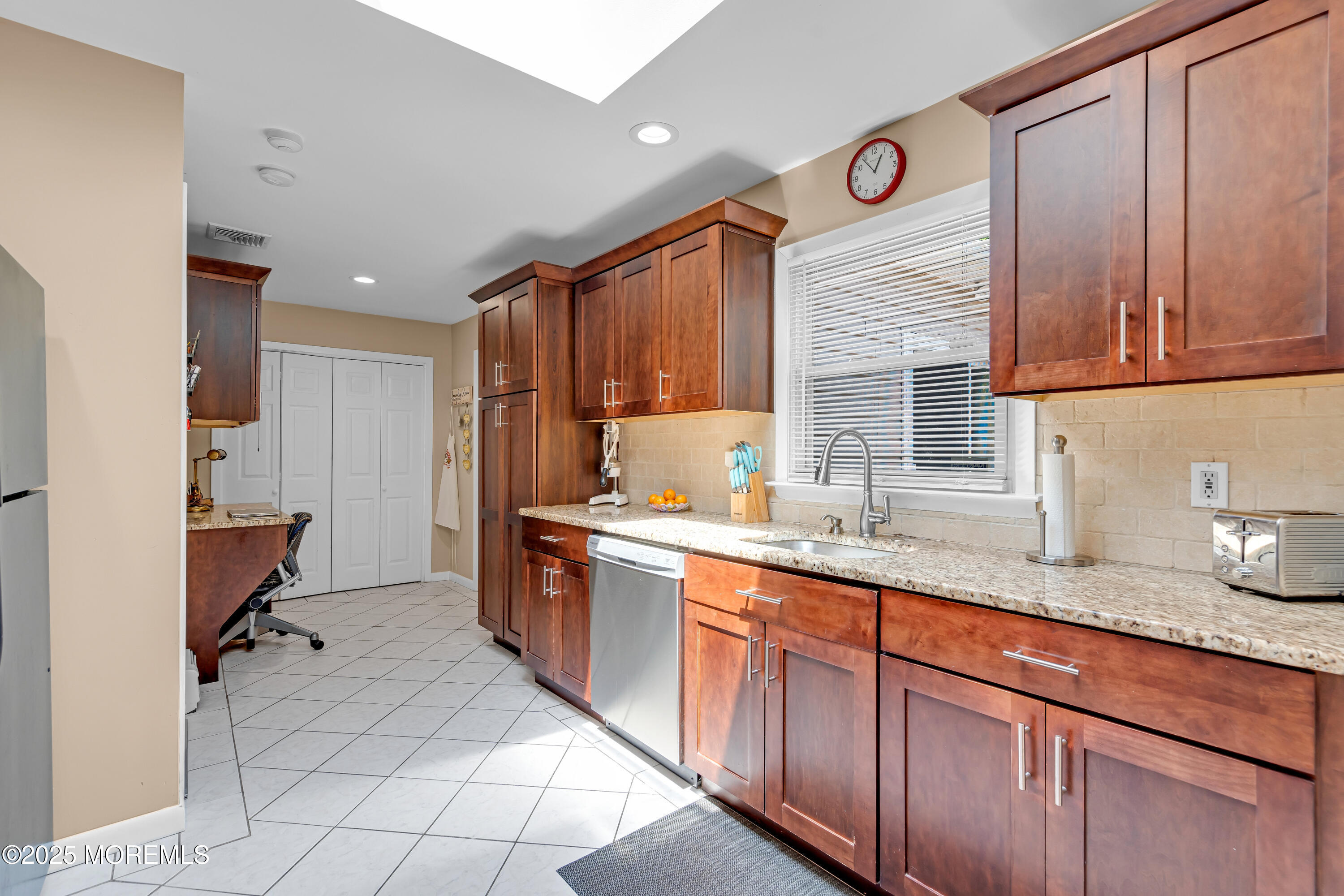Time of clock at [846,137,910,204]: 12:53
